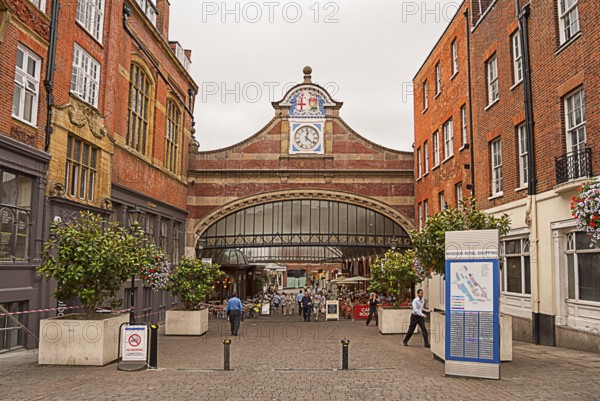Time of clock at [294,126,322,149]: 12:21
